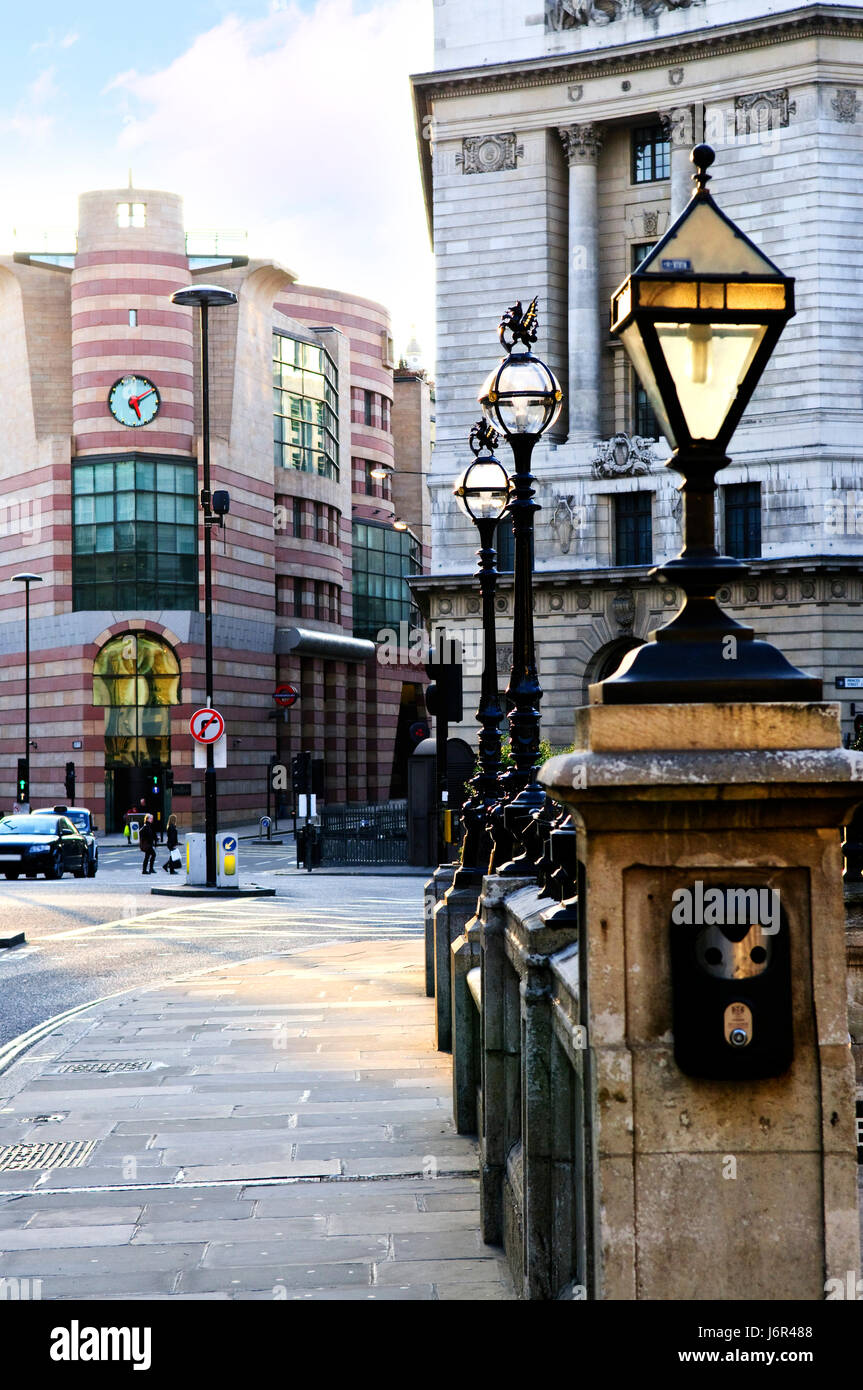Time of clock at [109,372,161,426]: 5:10
